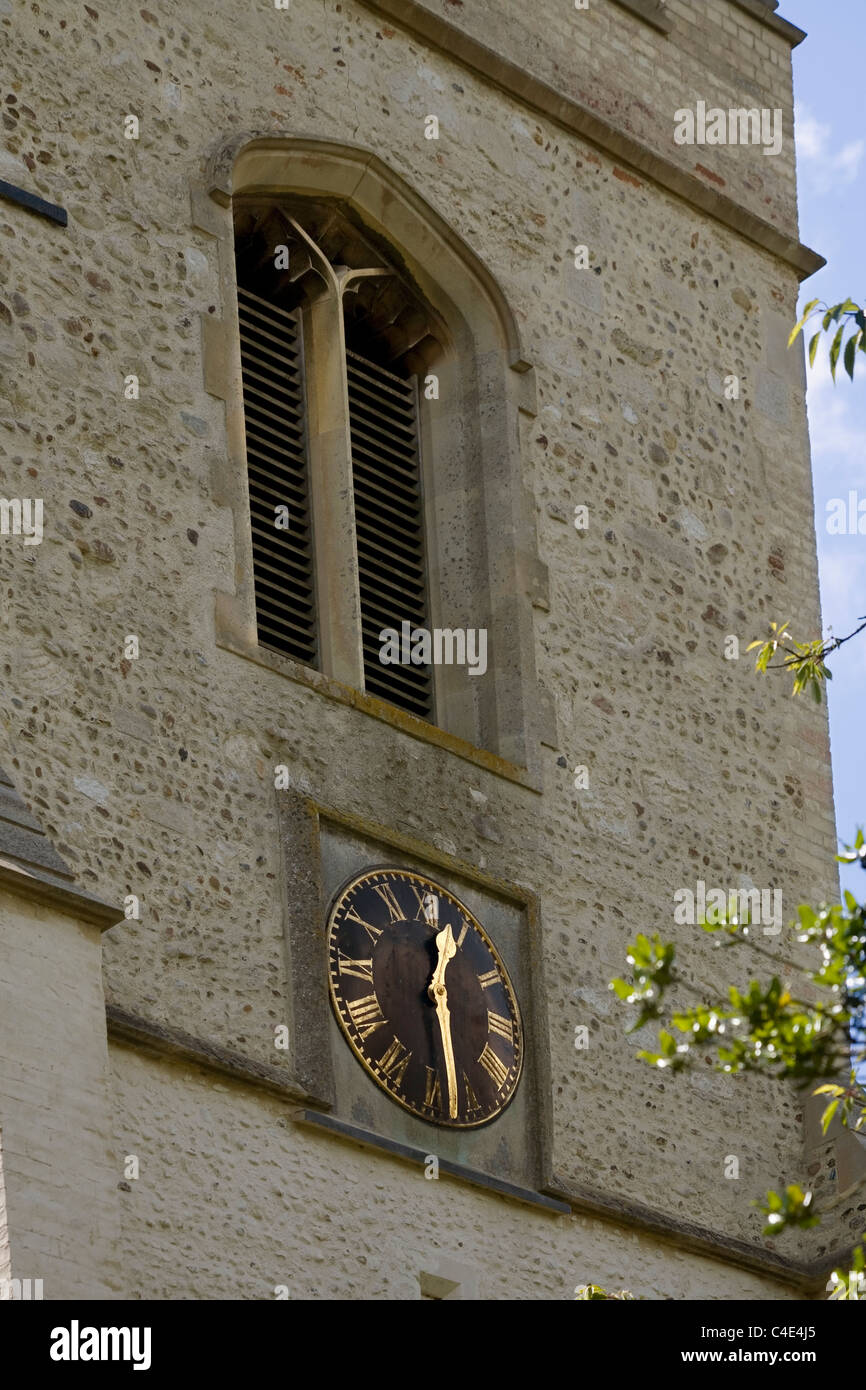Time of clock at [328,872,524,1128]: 12:27
